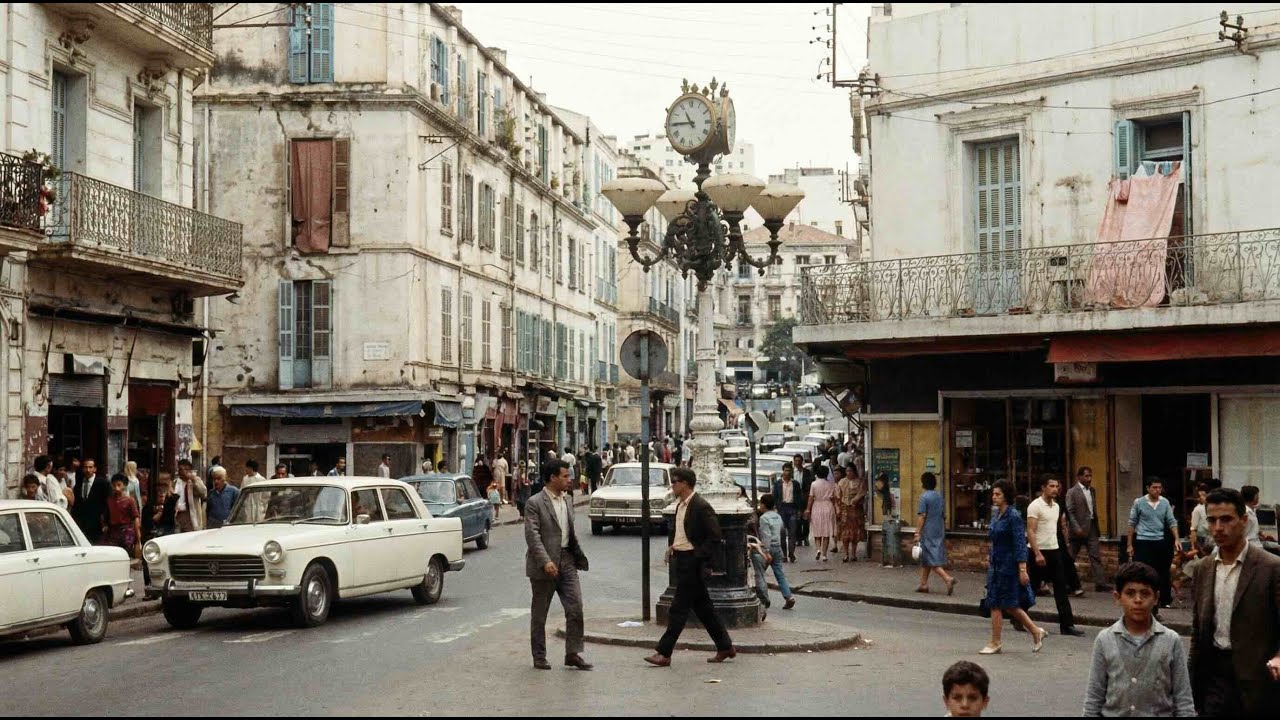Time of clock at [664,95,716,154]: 10:44
